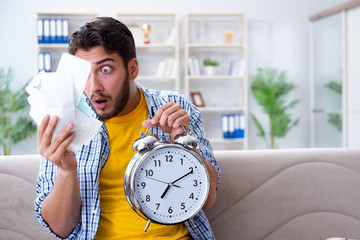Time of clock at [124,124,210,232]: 7:10
